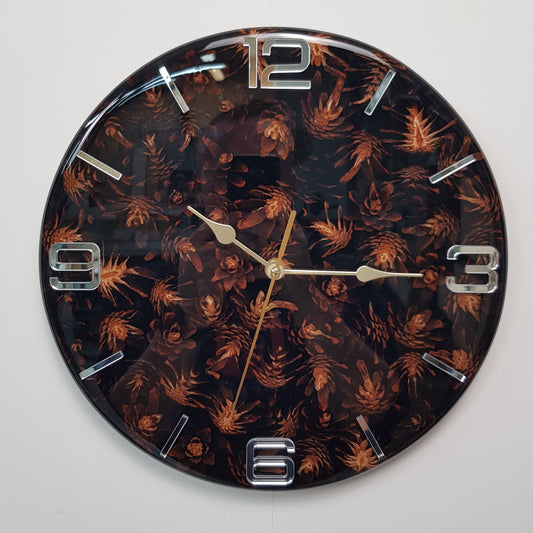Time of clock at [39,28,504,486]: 10:15
